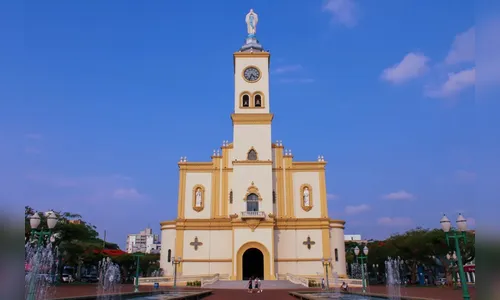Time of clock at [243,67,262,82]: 4:33
